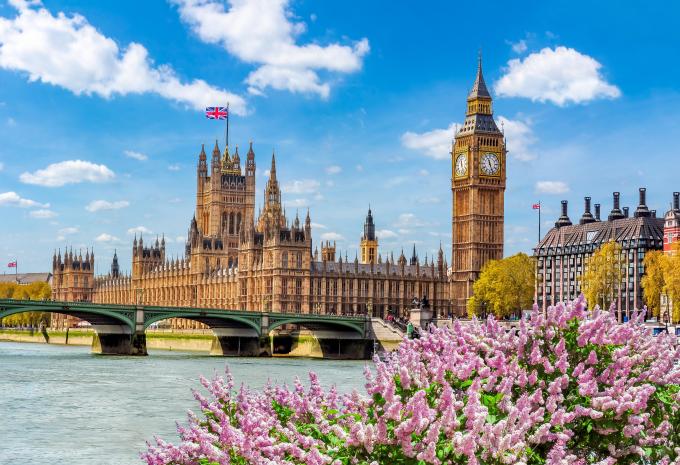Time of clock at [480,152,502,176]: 11:26
